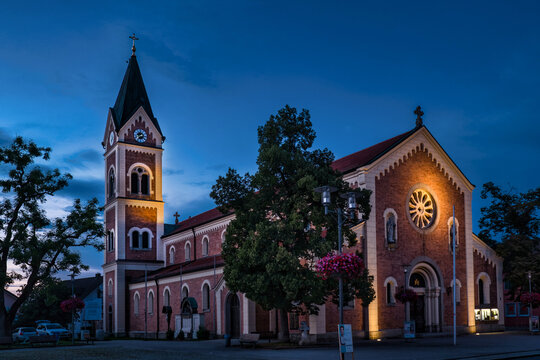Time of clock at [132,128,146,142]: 8:37
